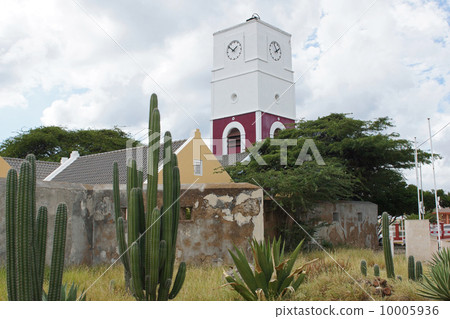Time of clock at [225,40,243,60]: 1:51
